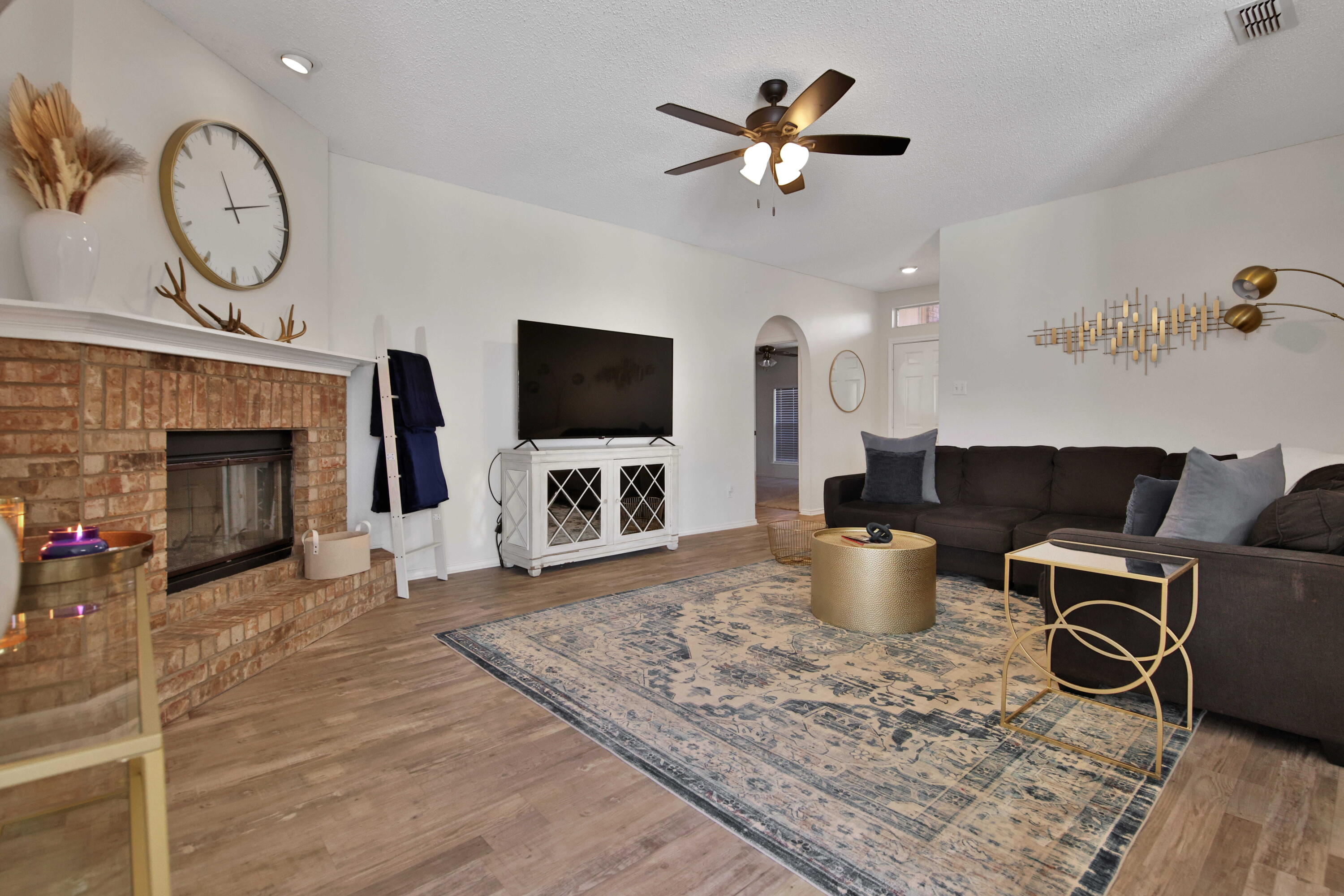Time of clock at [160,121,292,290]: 11:11
